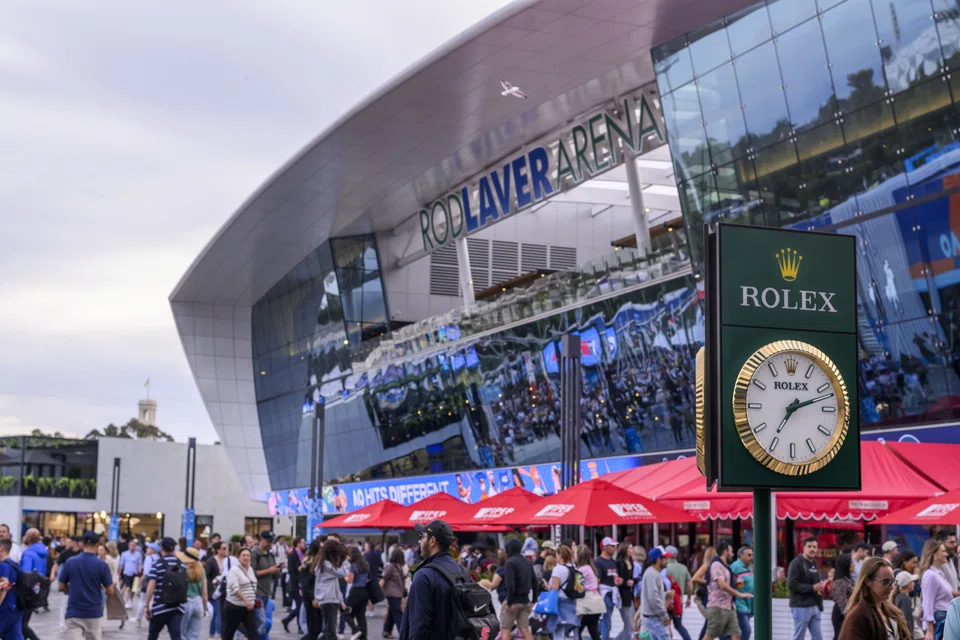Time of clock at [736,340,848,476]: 7:12
